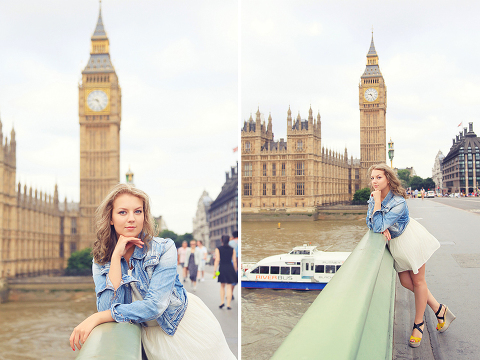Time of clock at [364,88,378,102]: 9:25
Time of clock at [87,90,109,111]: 9:25
